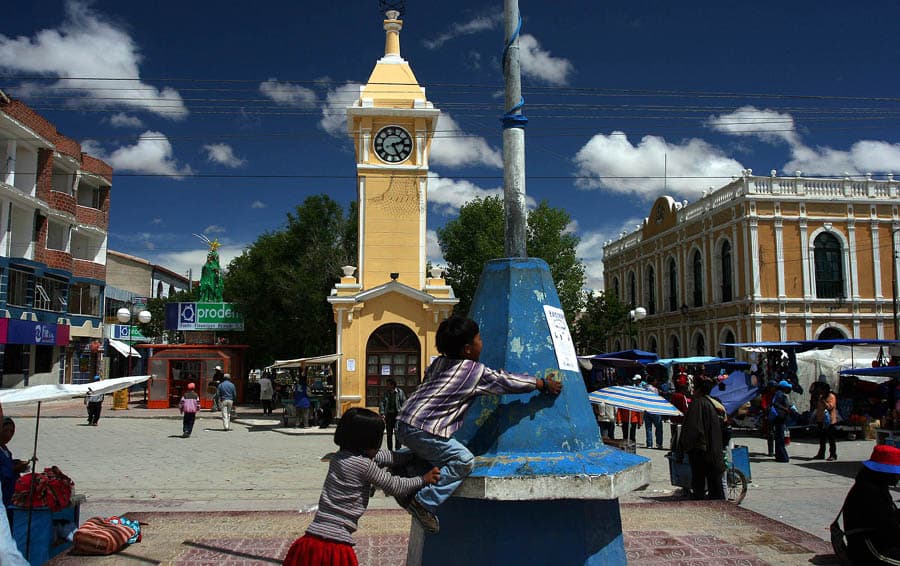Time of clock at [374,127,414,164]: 2:25
